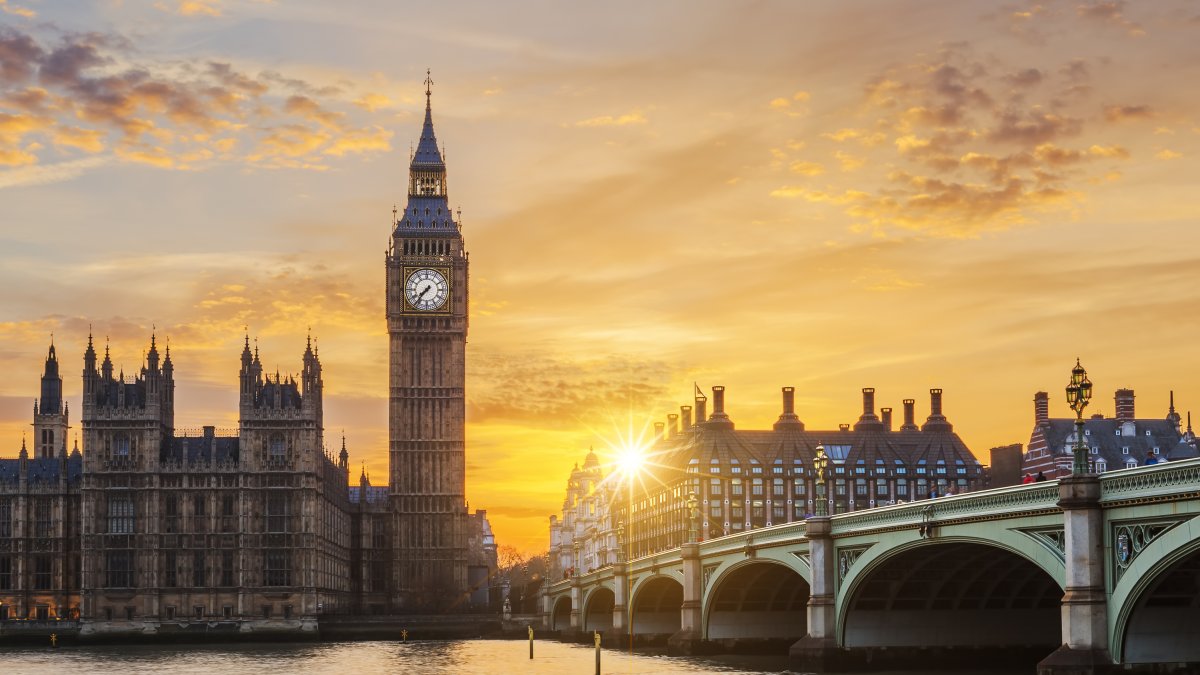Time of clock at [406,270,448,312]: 7:36
